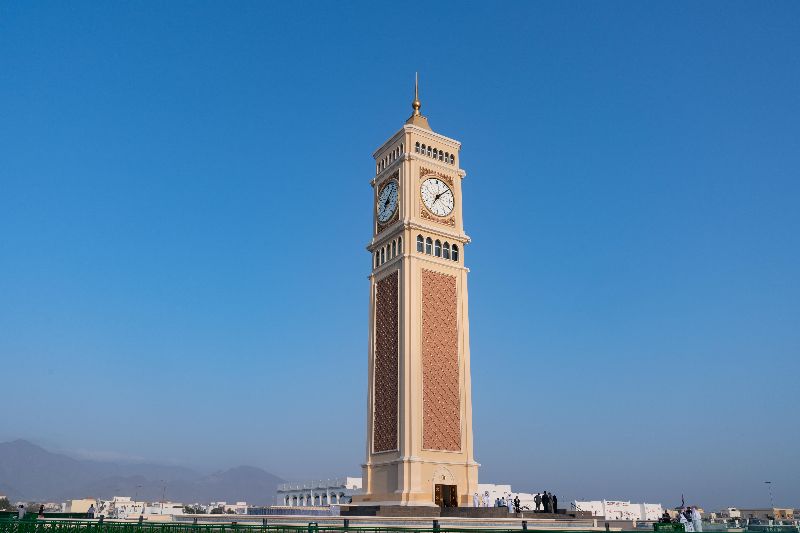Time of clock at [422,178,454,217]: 7:08
